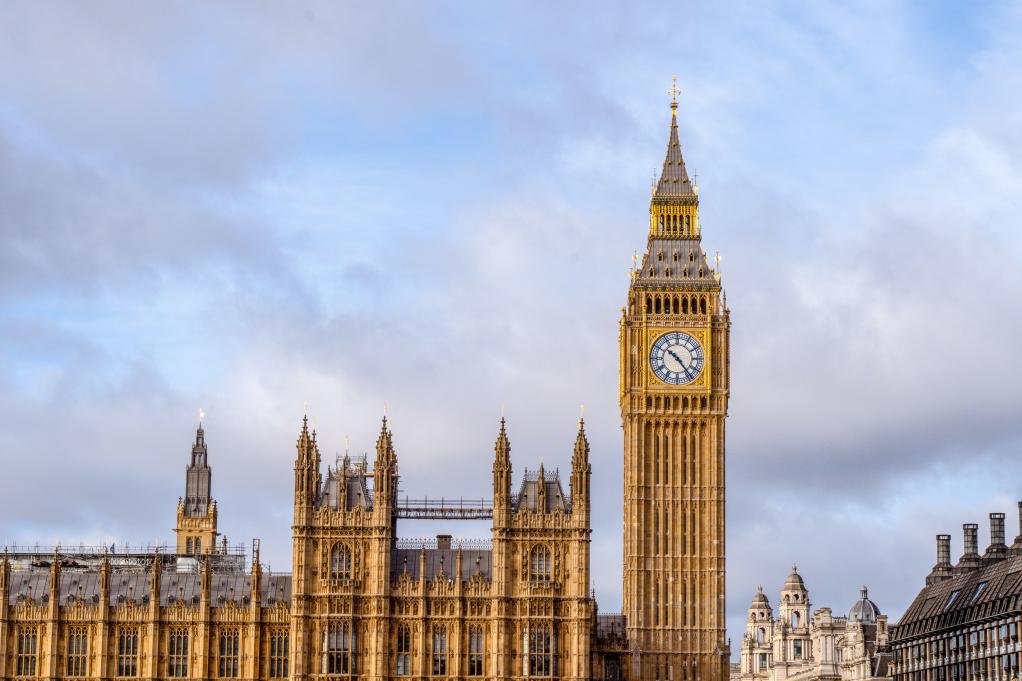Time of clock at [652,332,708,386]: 10:23
